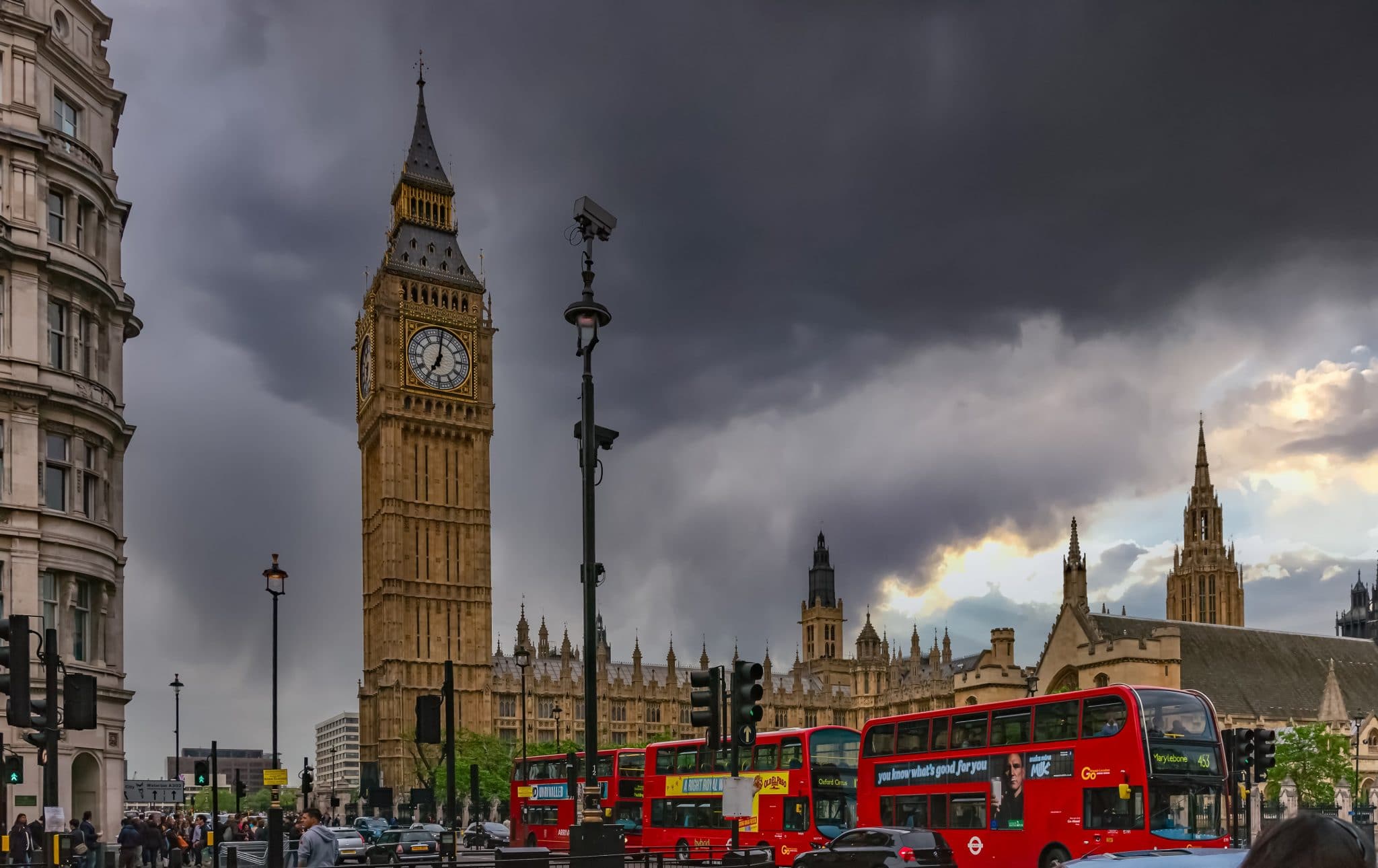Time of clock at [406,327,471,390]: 7:01
